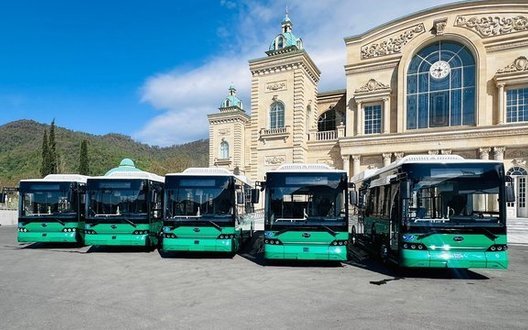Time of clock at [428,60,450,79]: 9:28
